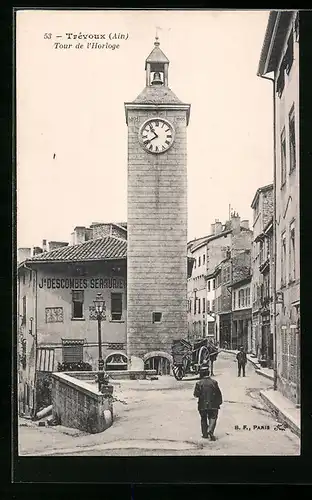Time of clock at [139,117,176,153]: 10:39
